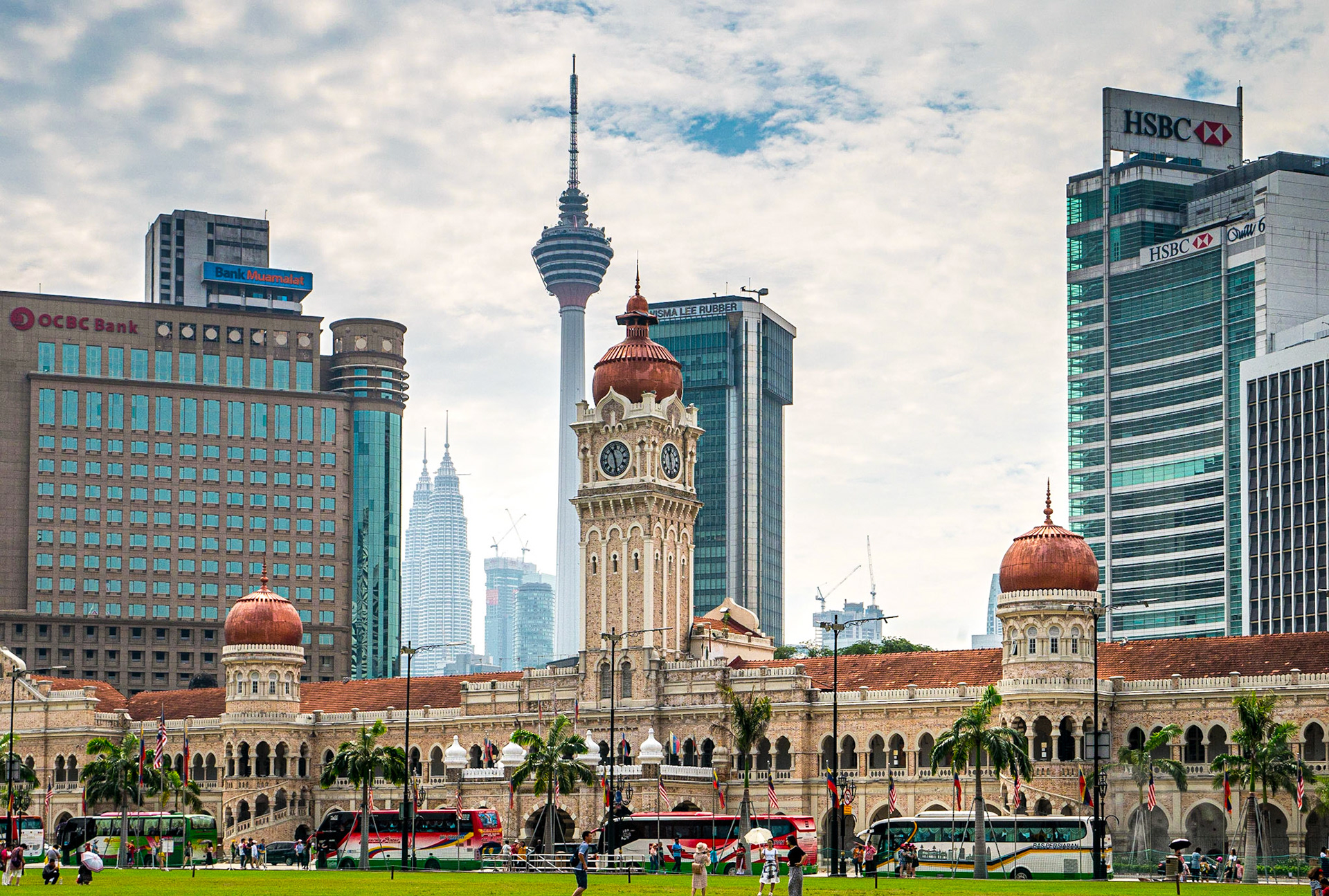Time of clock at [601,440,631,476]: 11:28
